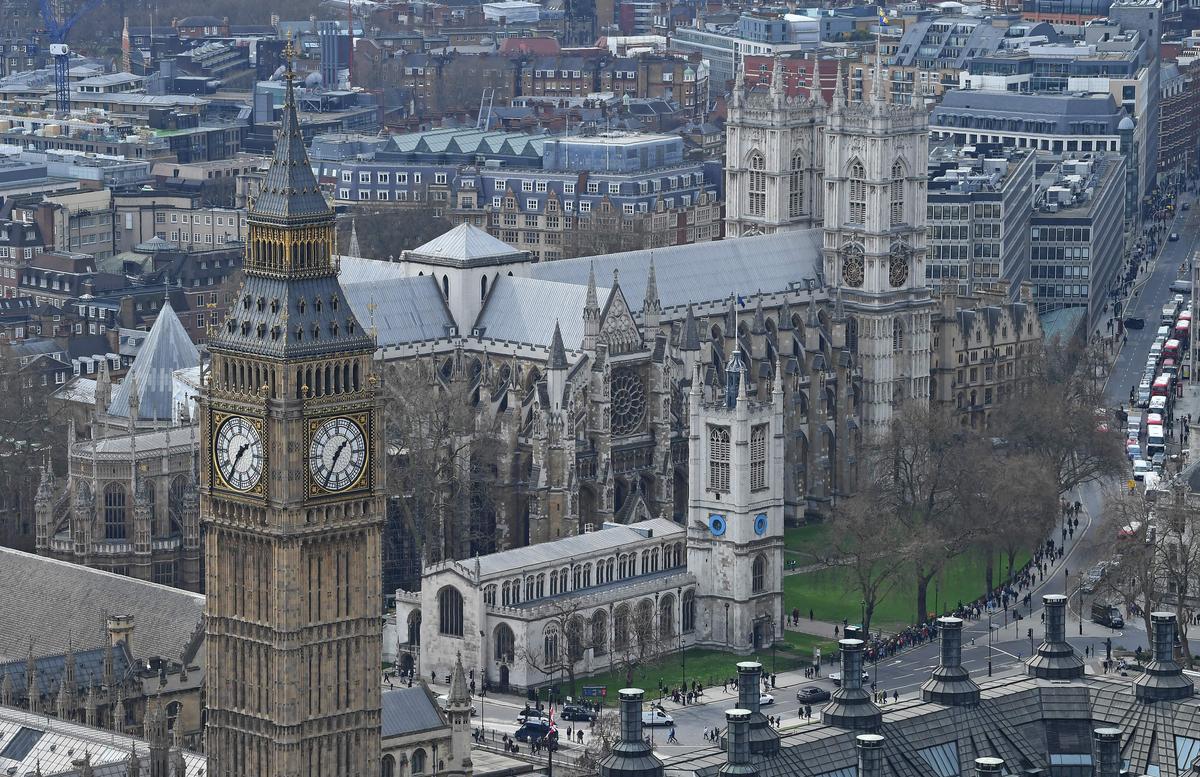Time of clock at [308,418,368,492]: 1:34
